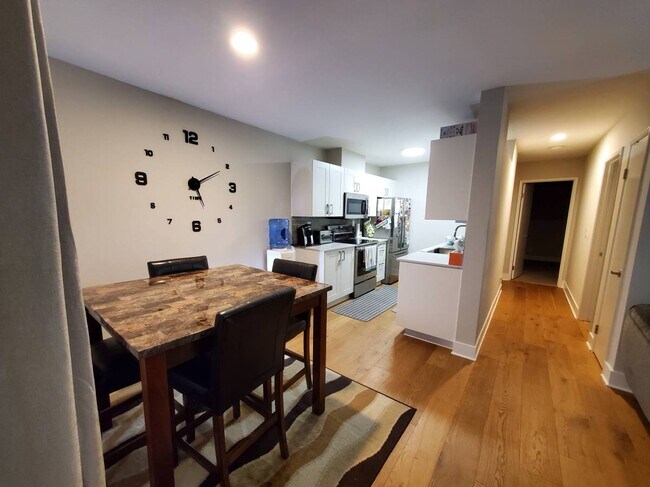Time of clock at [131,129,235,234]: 5:10
